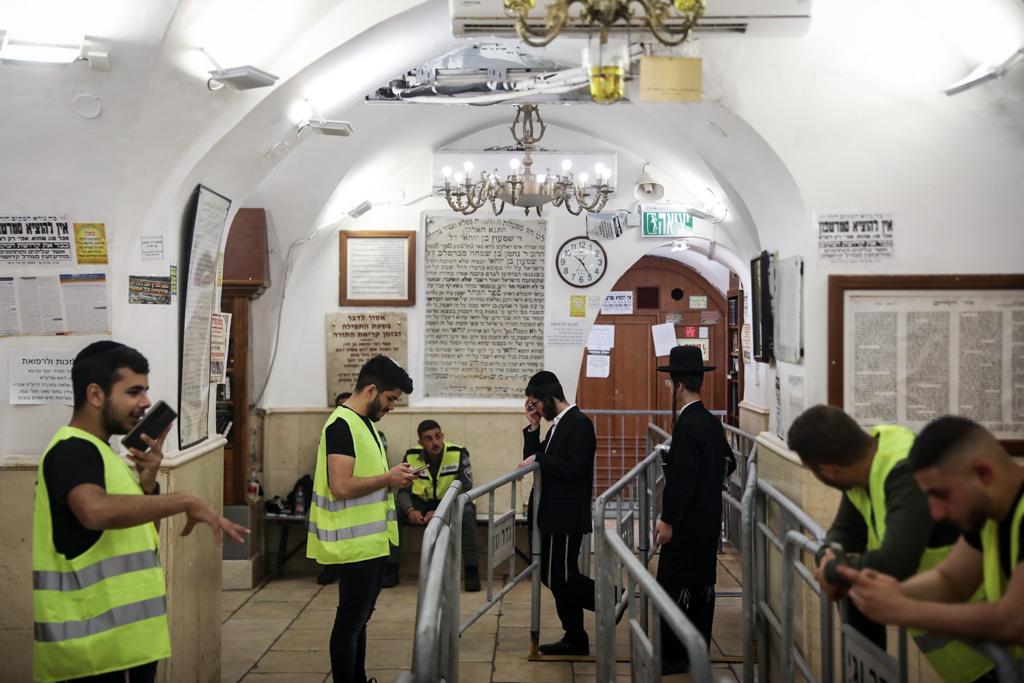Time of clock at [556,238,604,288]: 10:24
